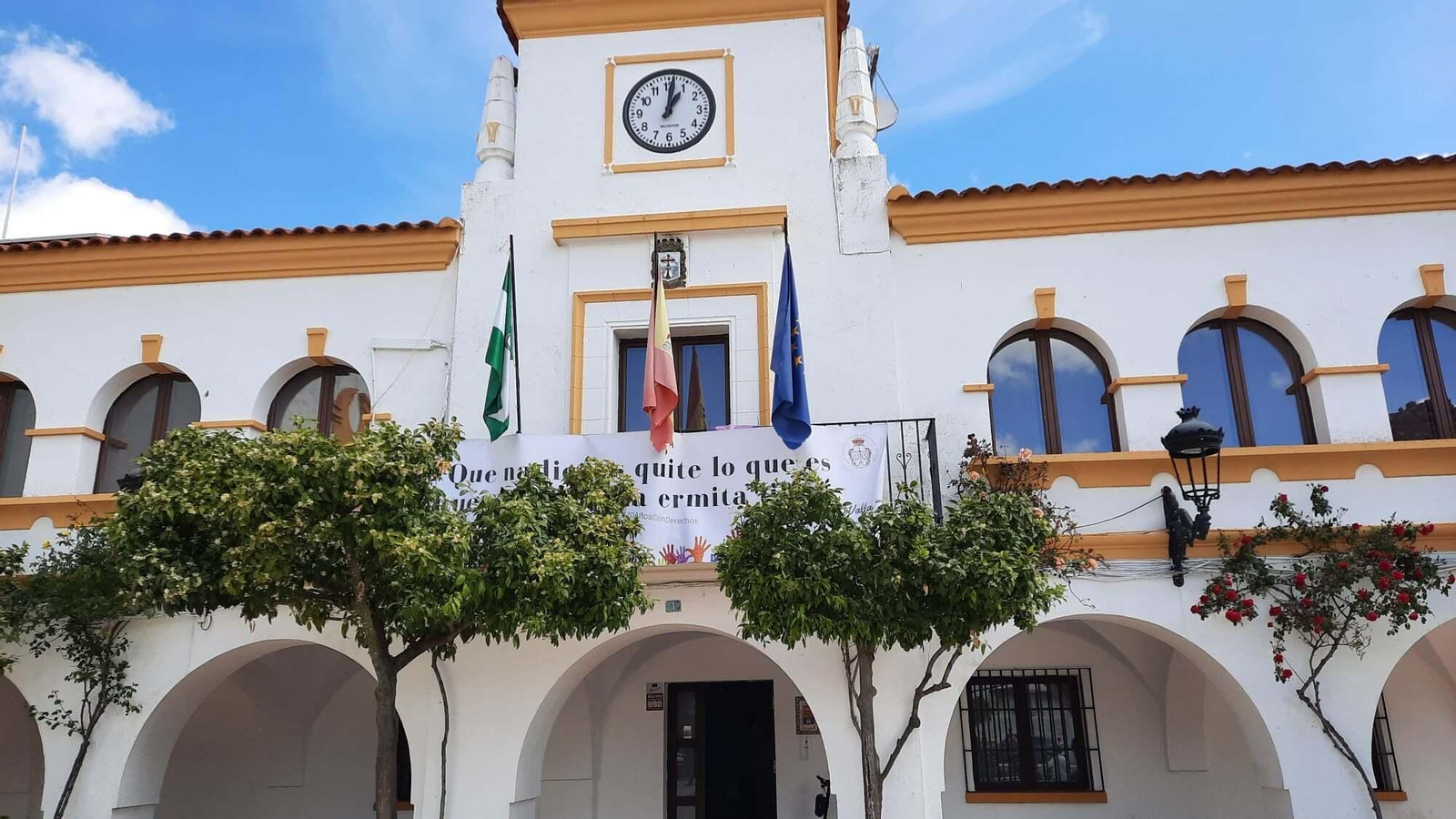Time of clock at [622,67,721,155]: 1:01
